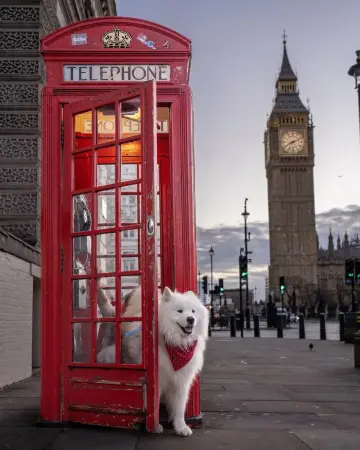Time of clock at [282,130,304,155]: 8:11
